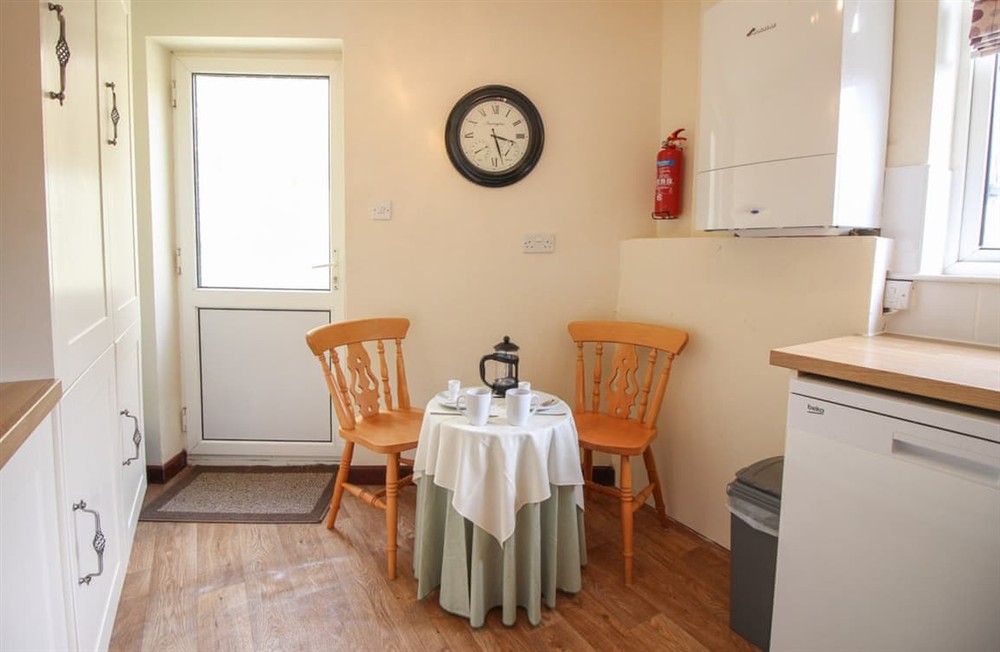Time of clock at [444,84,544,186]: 3:27
